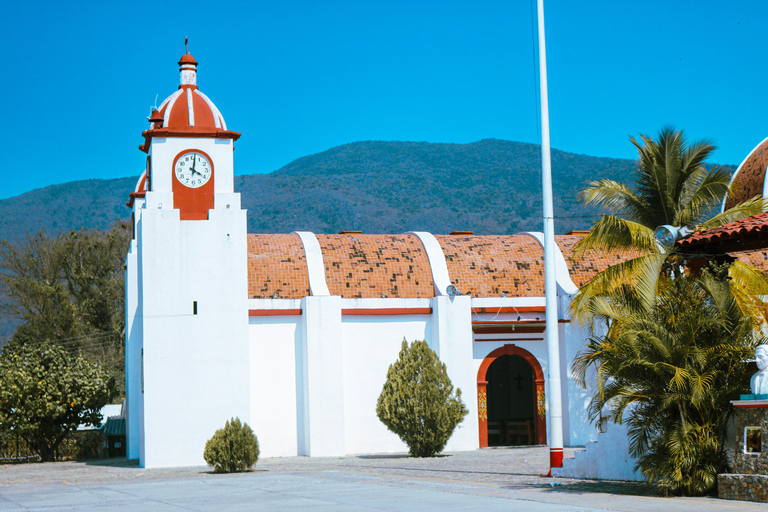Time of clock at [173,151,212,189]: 4:01
